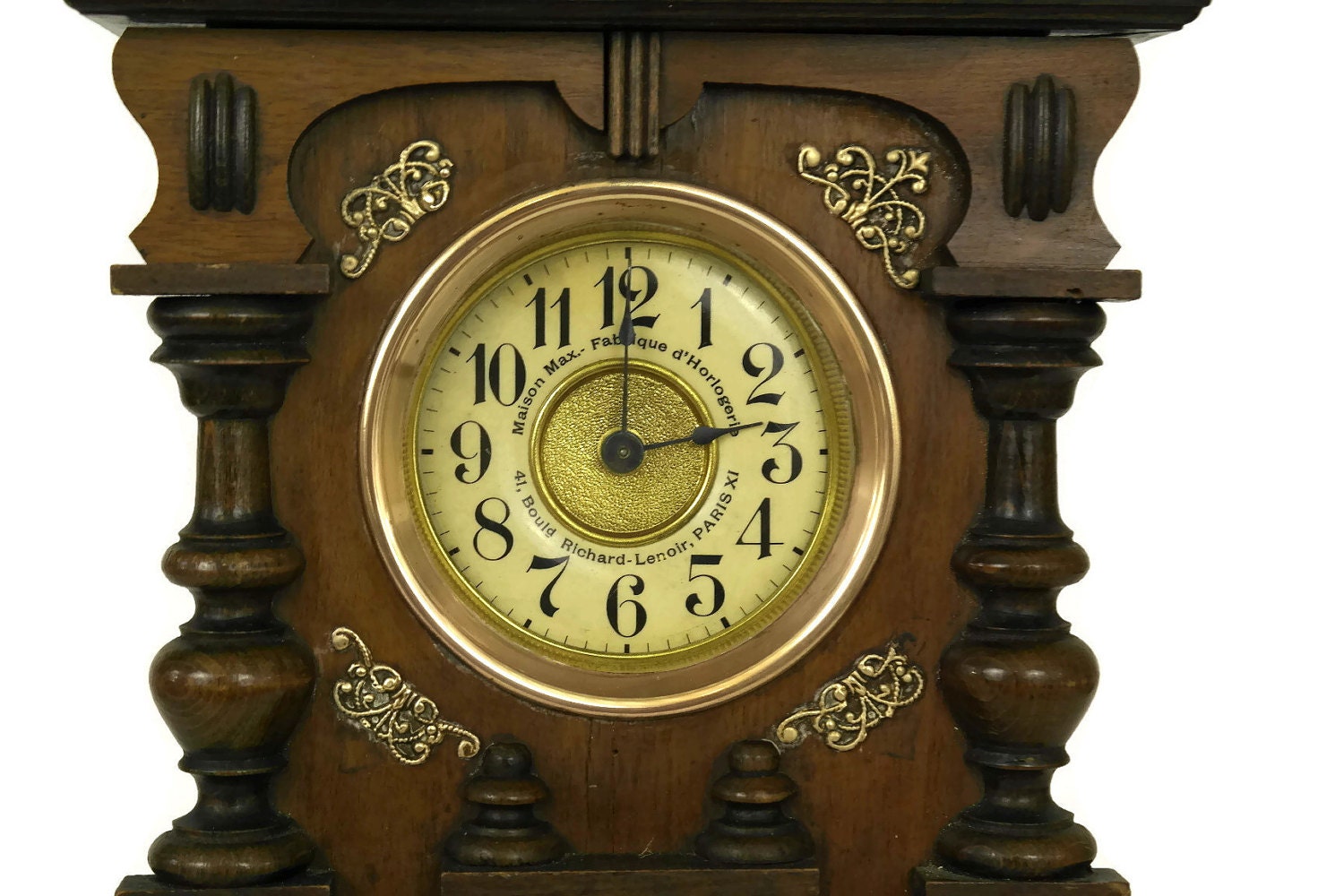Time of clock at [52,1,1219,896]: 12:12
